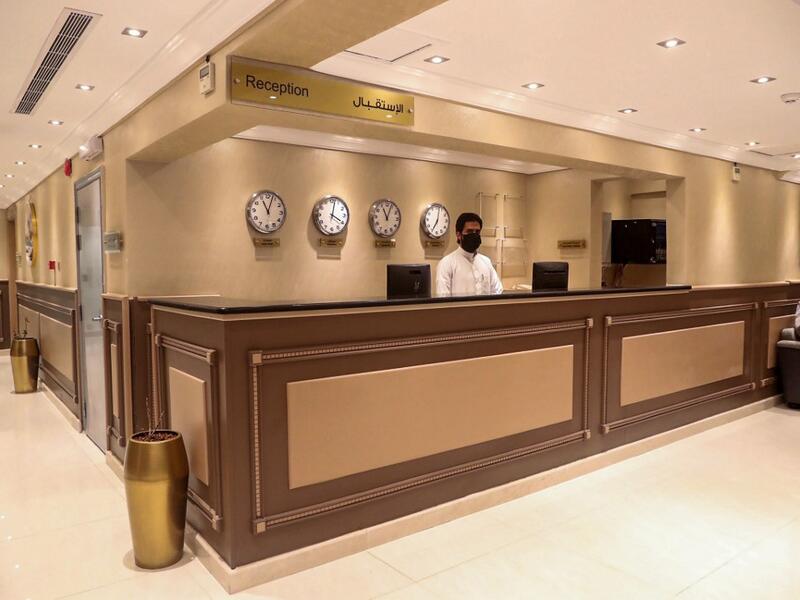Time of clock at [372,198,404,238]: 11:03
